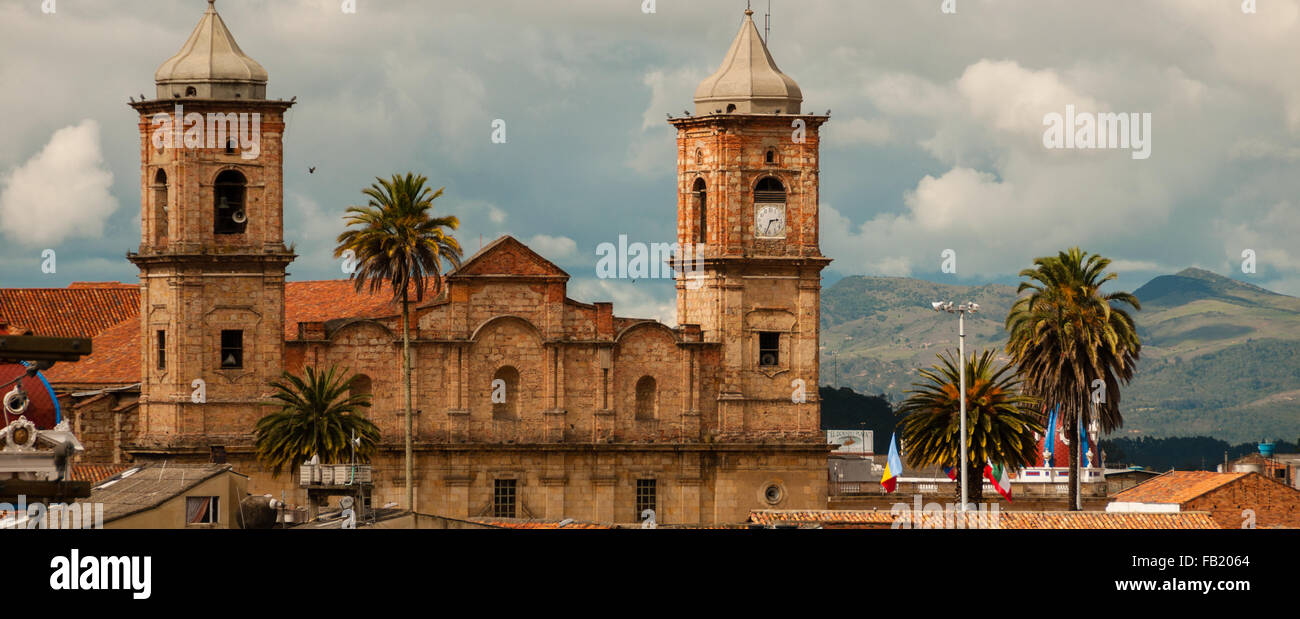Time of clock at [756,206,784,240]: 2:33
